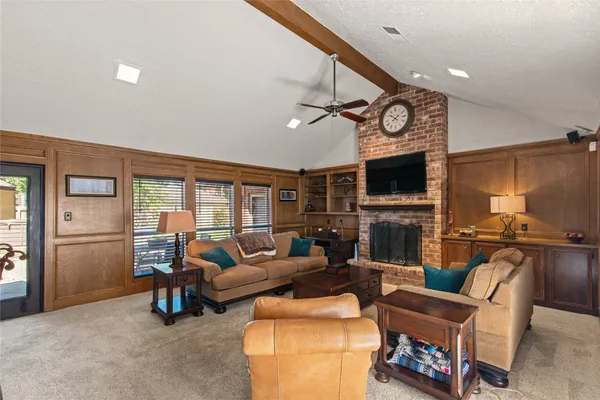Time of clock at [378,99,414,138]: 1:51
